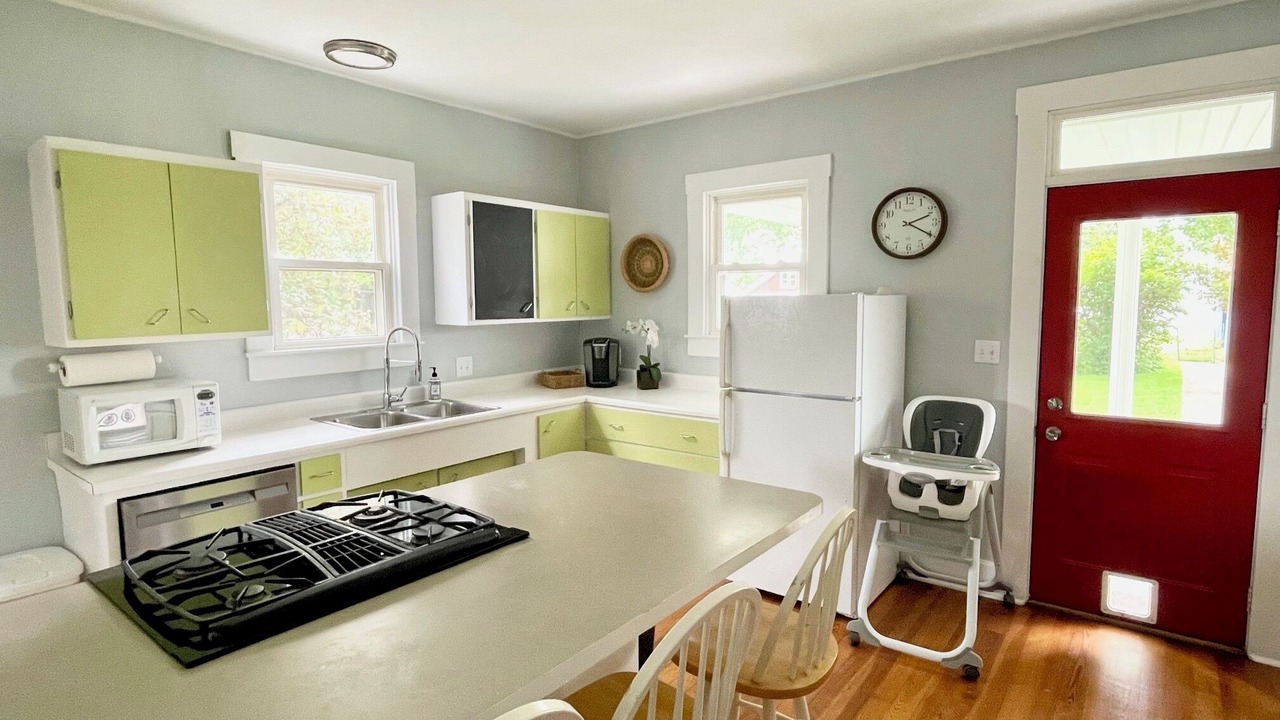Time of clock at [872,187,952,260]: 2:19
